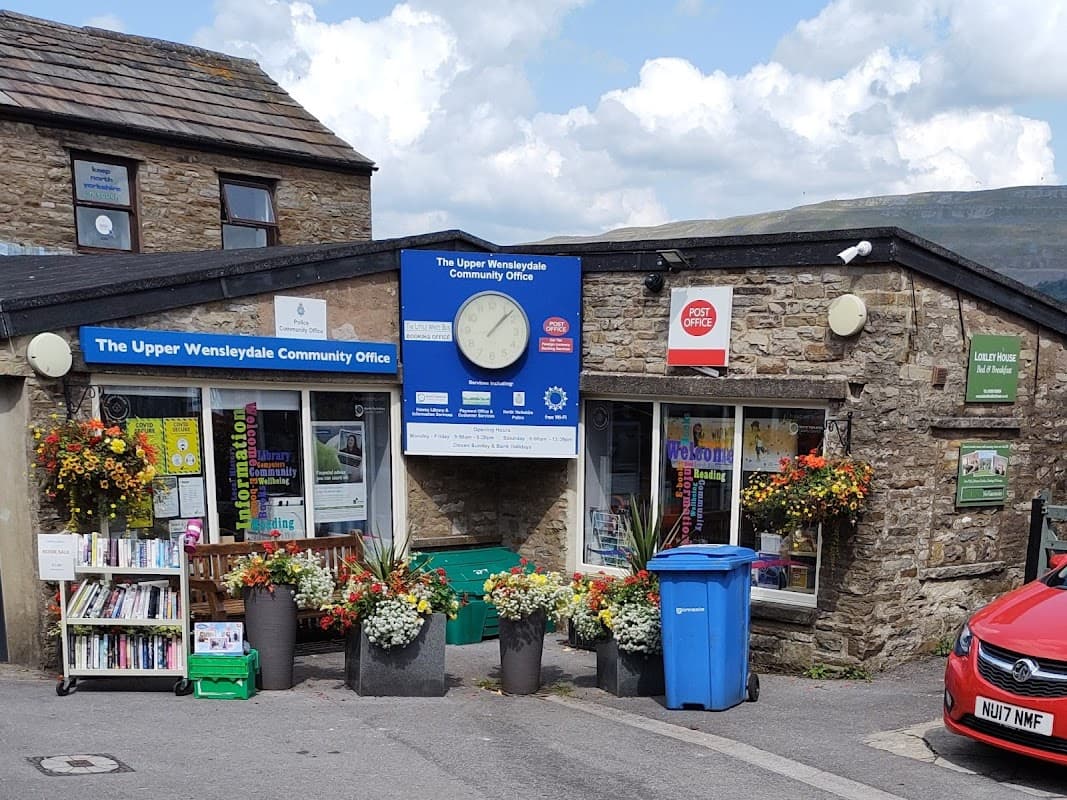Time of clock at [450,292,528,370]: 1:07
